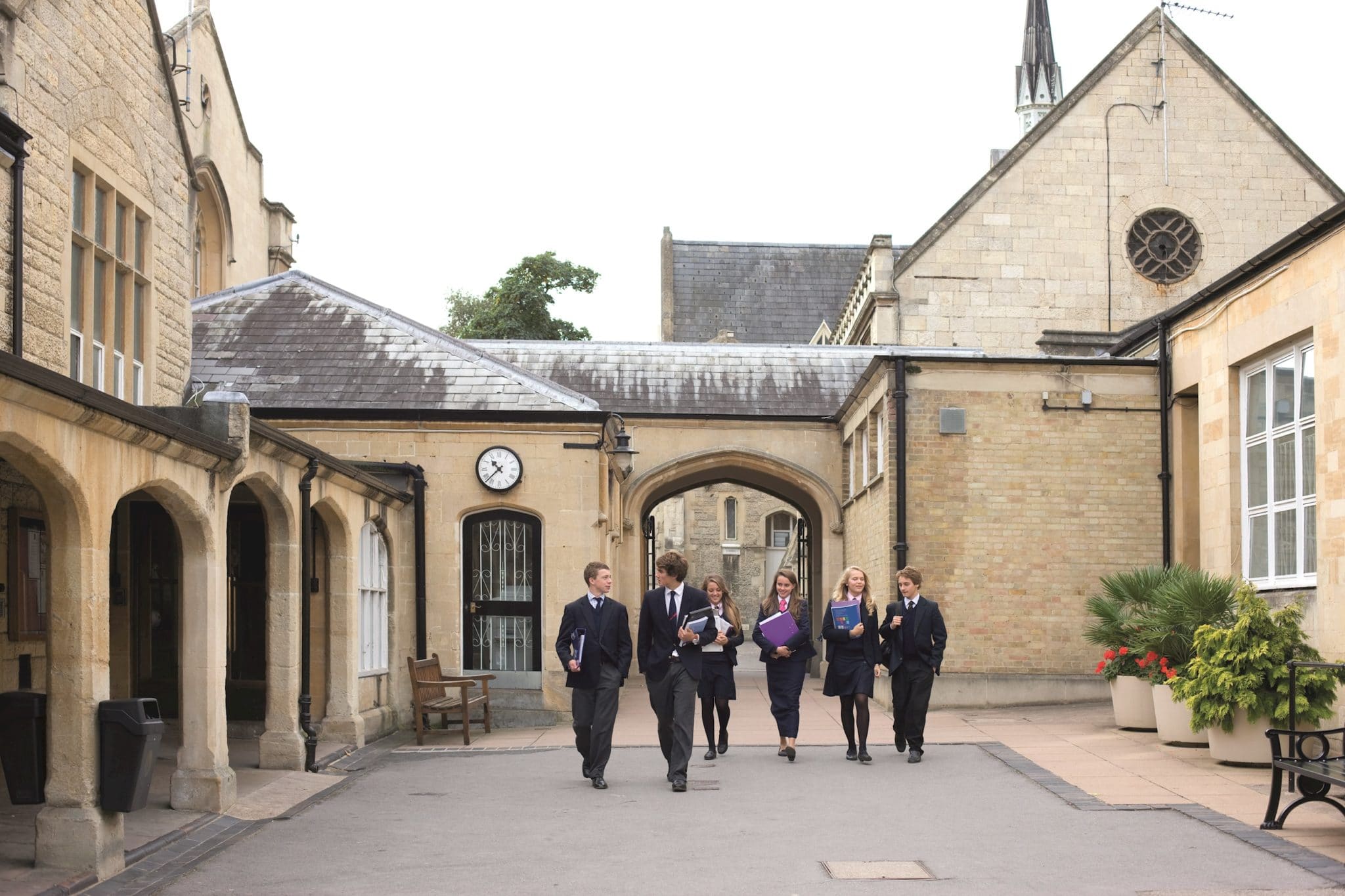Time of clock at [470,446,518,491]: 10:37
